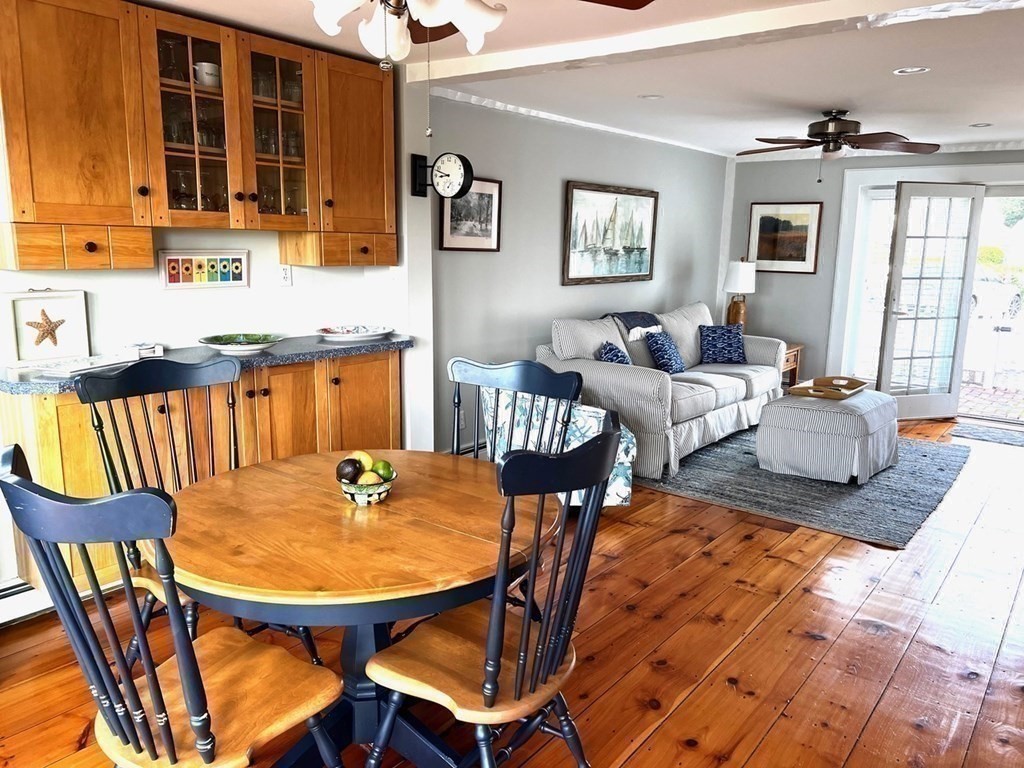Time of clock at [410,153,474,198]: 8:48
